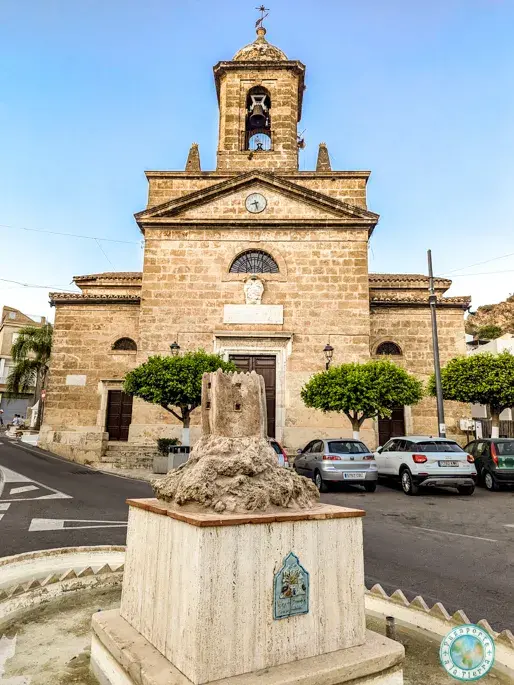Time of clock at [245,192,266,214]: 8:27
